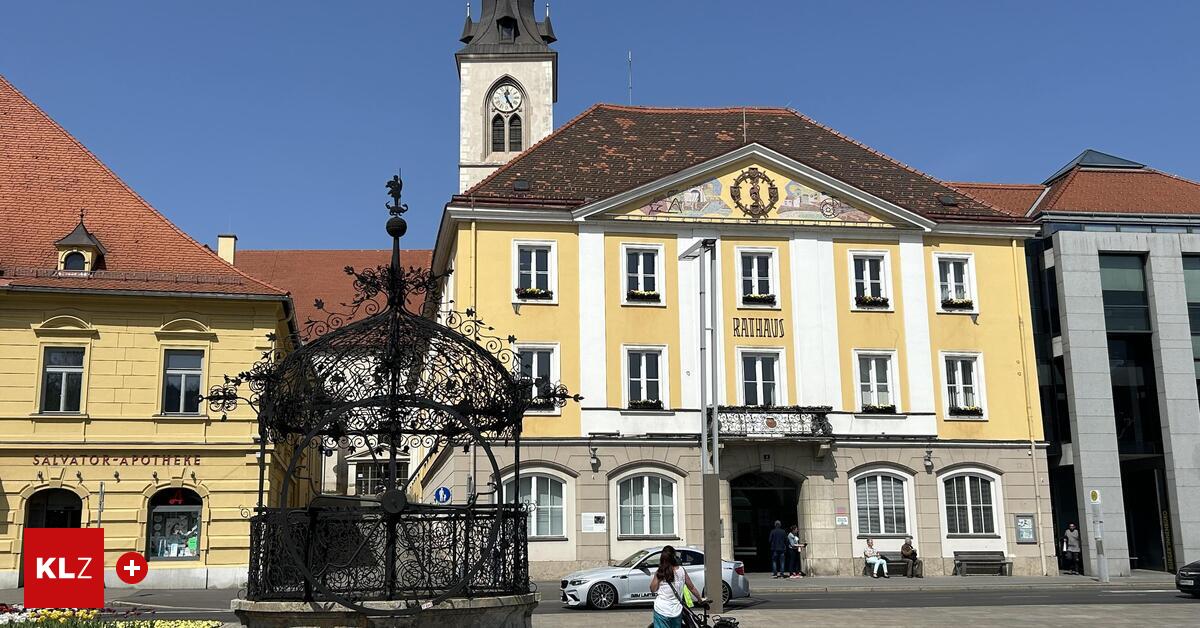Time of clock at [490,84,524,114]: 12:24
